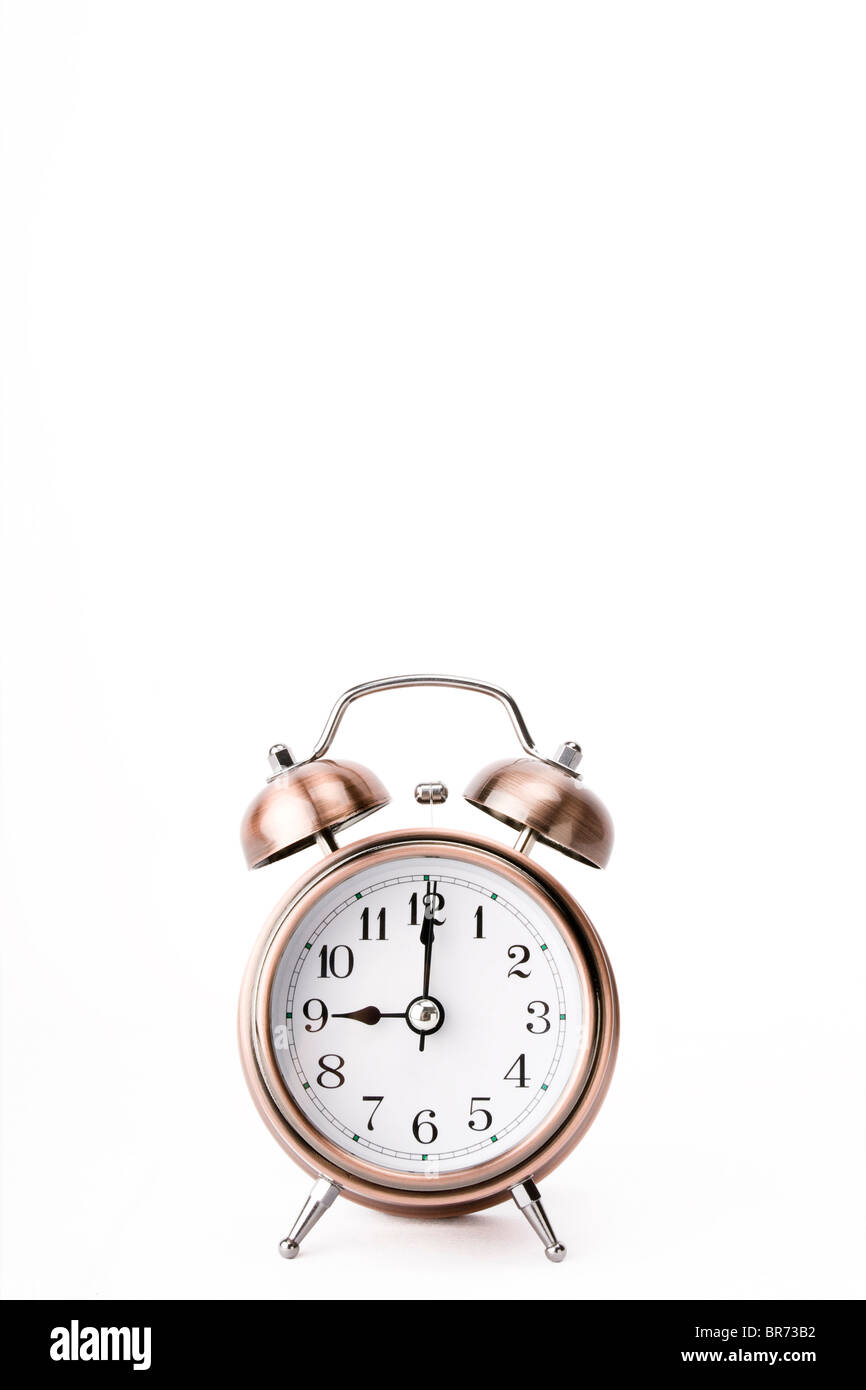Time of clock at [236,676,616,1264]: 9:00
